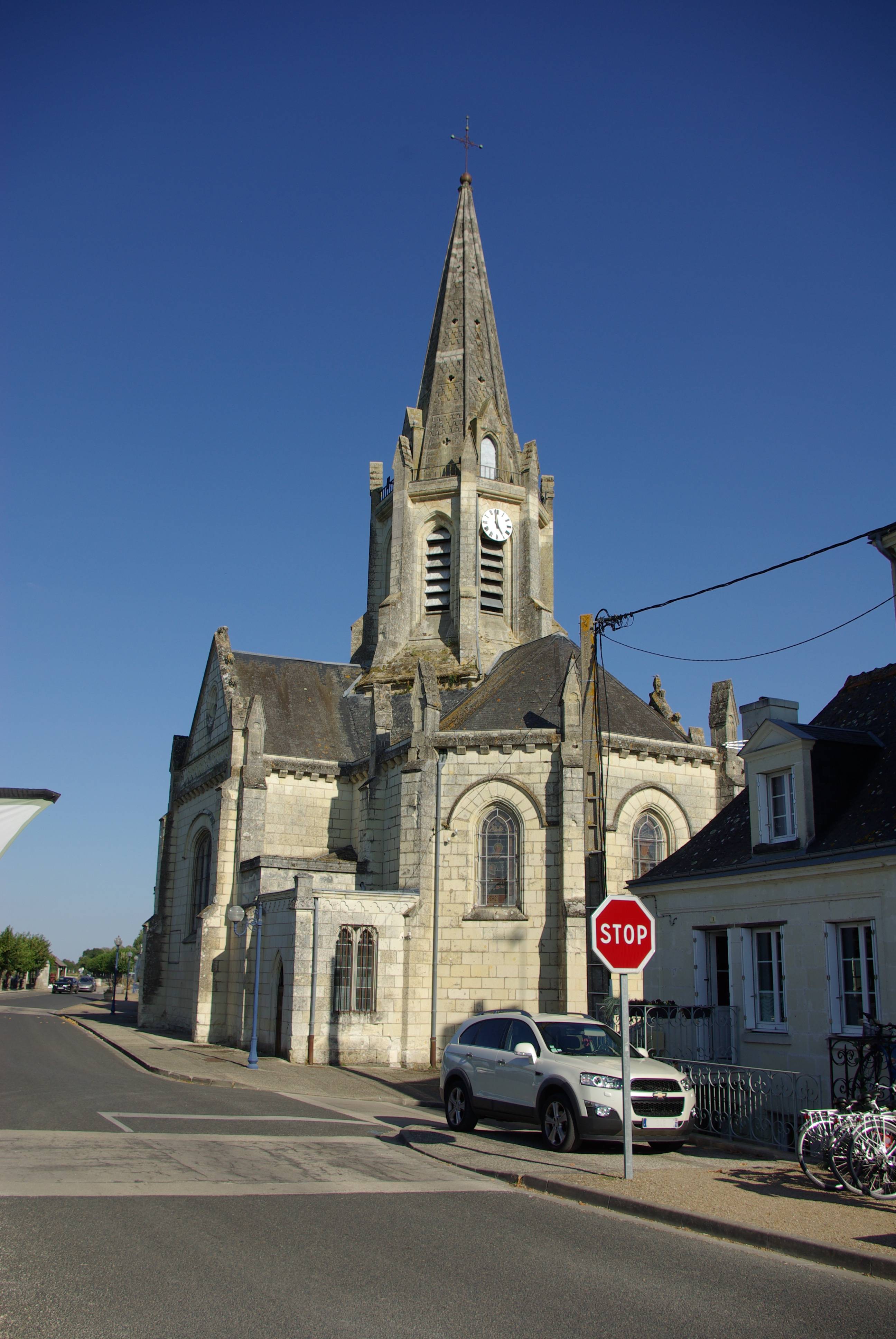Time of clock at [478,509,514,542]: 4:58
